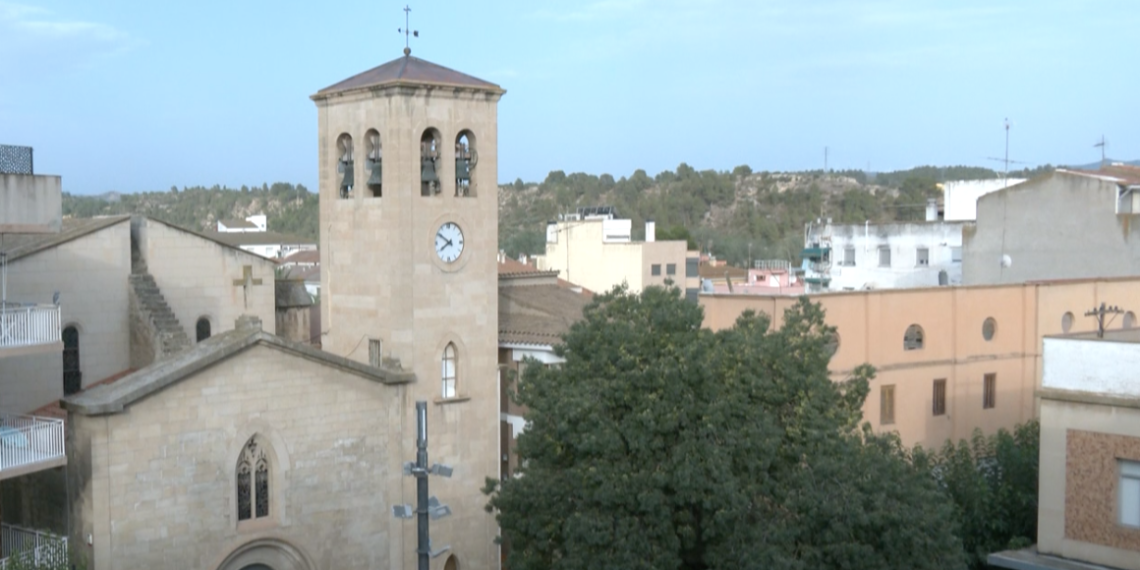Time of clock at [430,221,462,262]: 7:50
